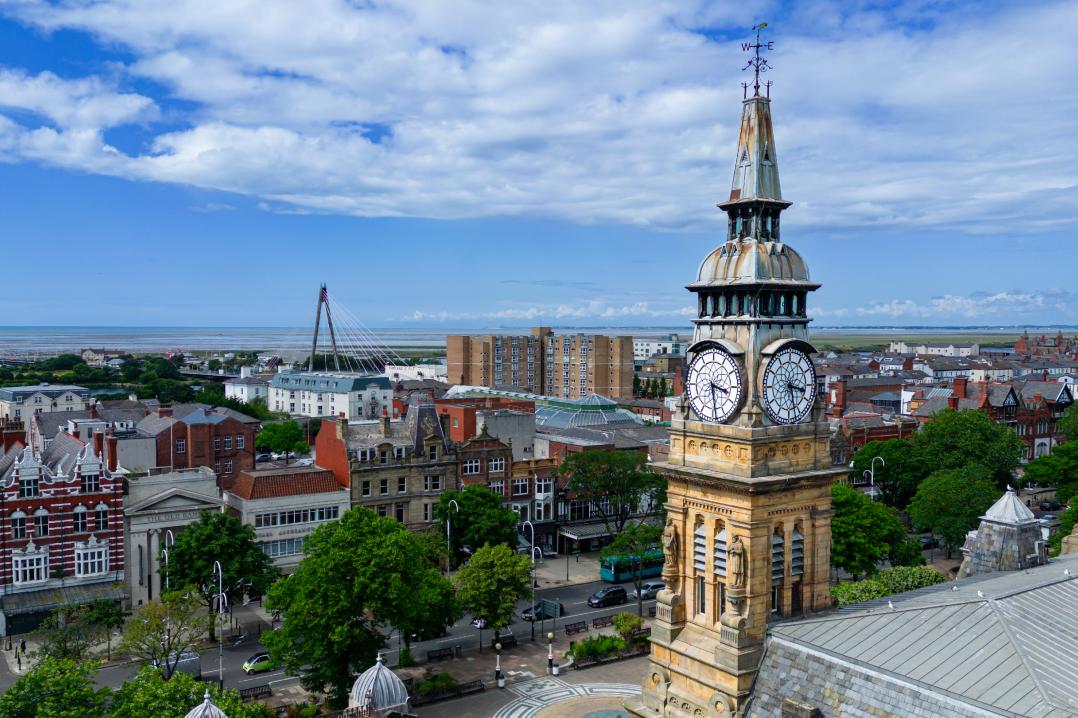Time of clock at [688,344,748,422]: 3:28
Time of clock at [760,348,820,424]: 3:27
